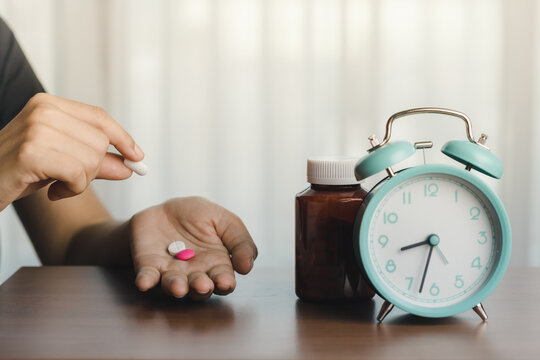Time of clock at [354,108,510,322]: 8:33
